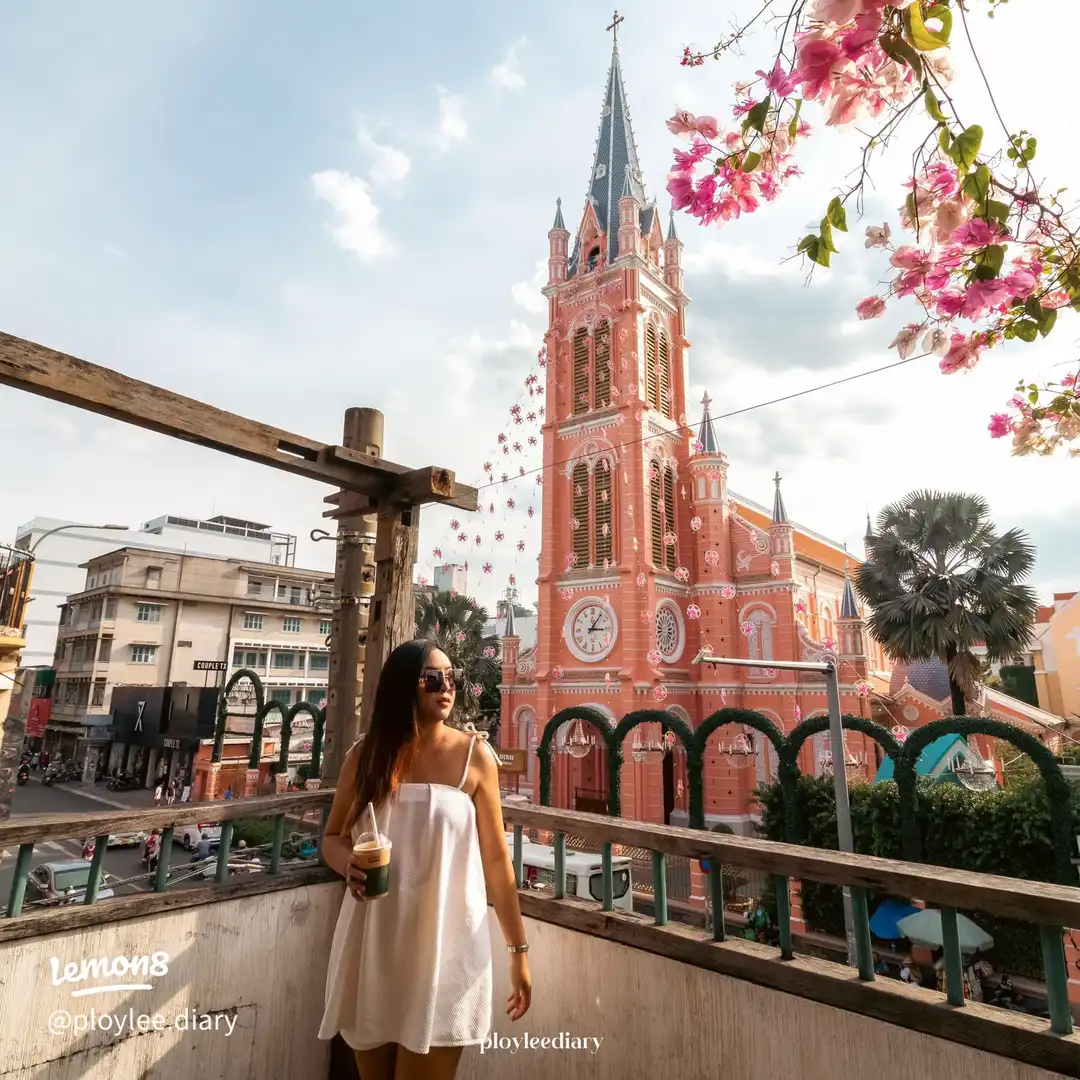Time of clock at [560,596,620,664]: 3:06
